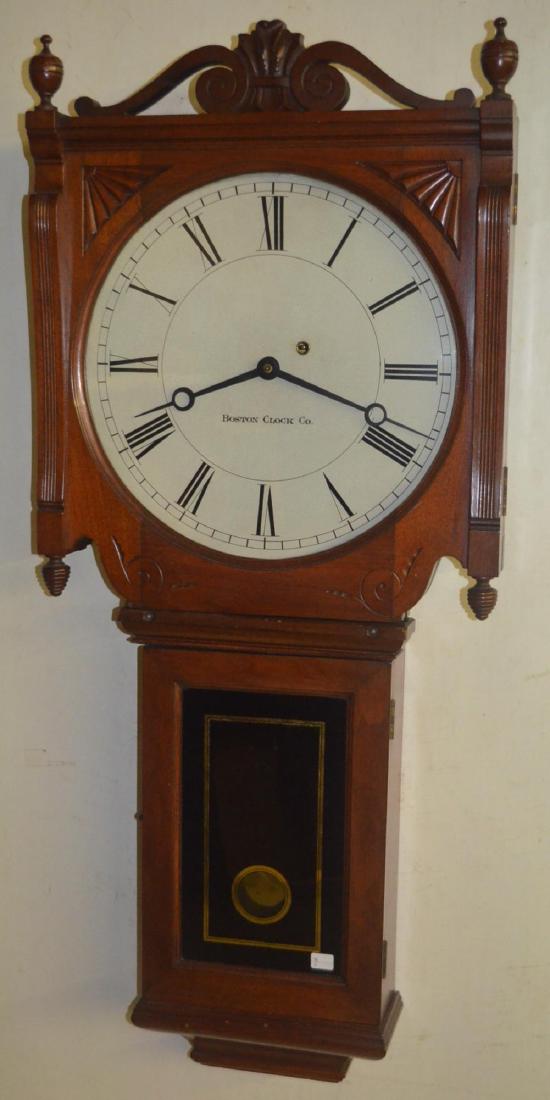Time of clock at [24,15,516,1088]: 3:40
